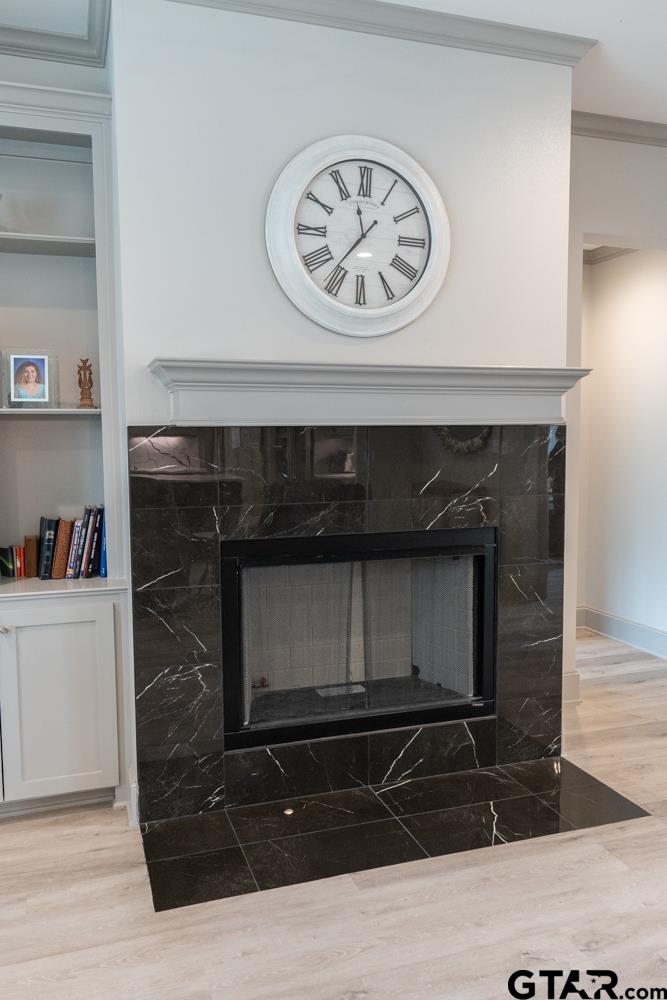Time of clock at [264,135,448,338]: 11:36
